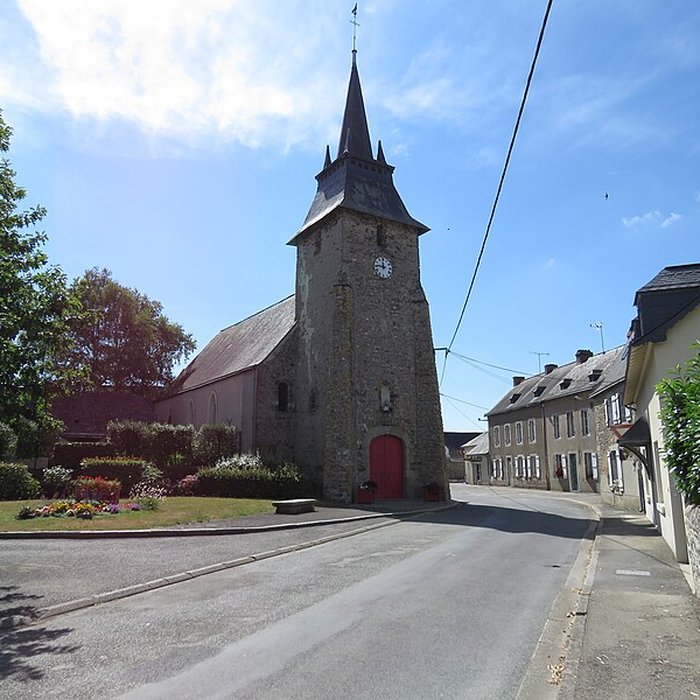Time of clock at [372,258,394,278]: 11:46
